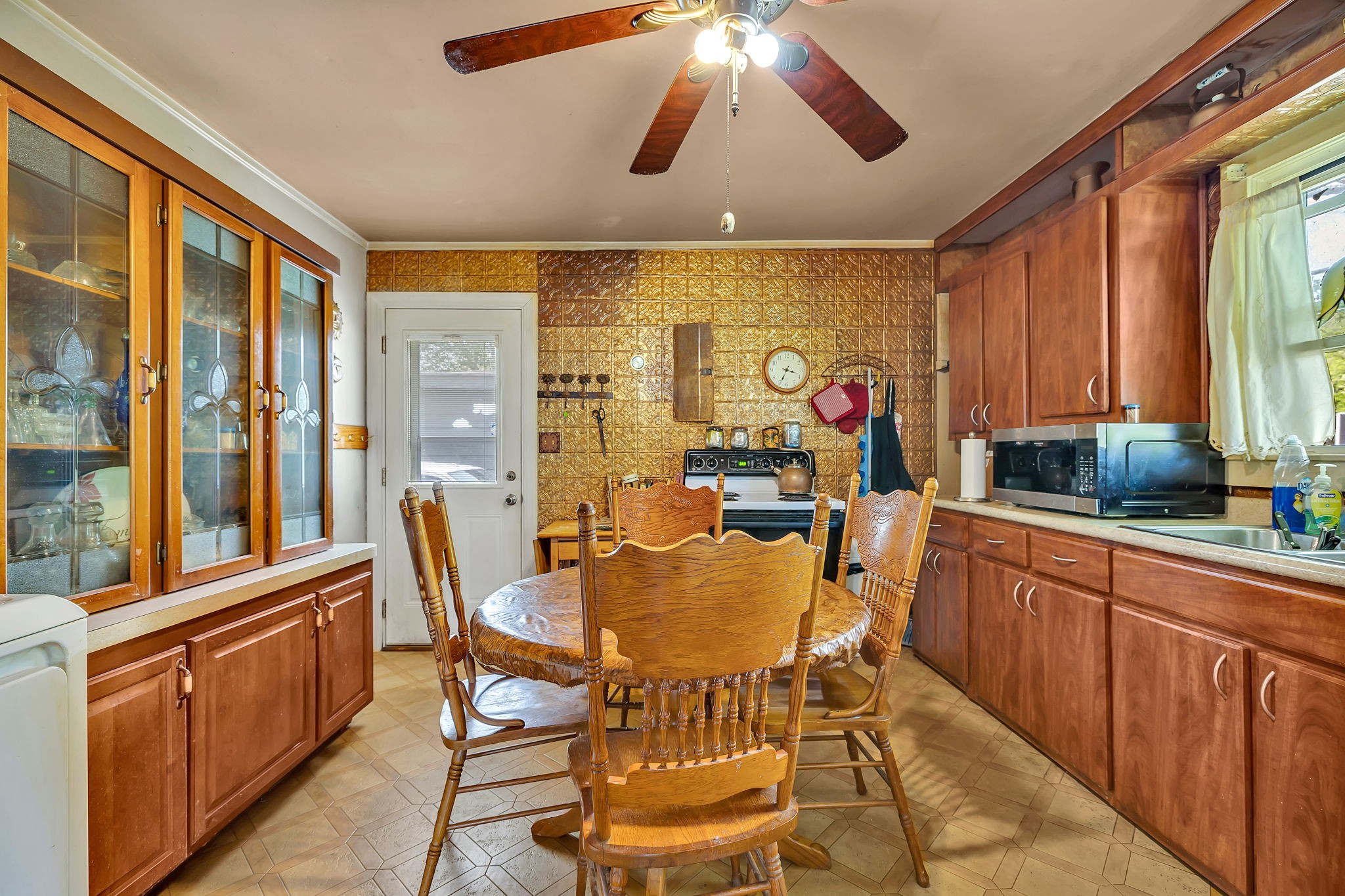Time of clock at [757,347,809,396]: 3:34
